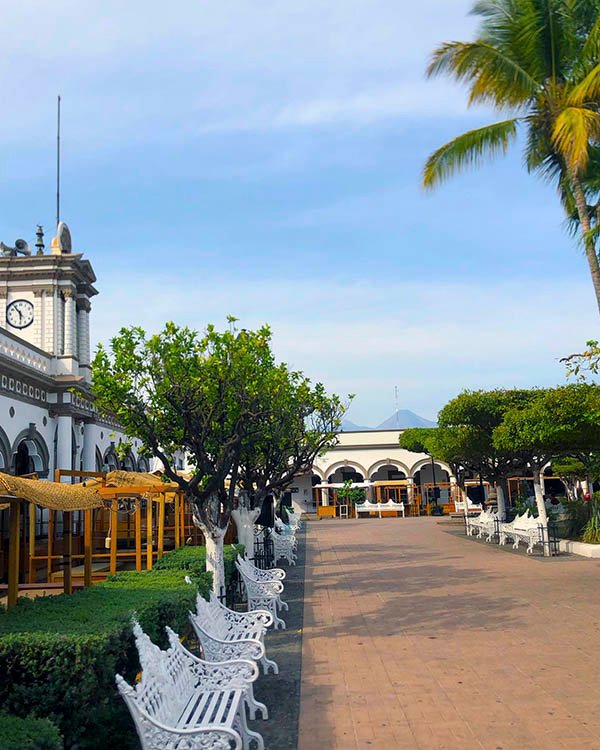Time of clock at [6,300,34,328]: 5:53
